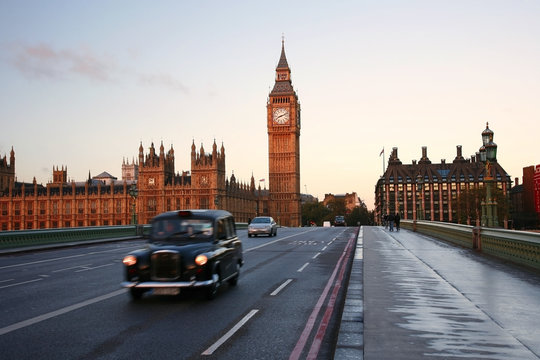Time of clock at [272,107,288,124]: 8:11
